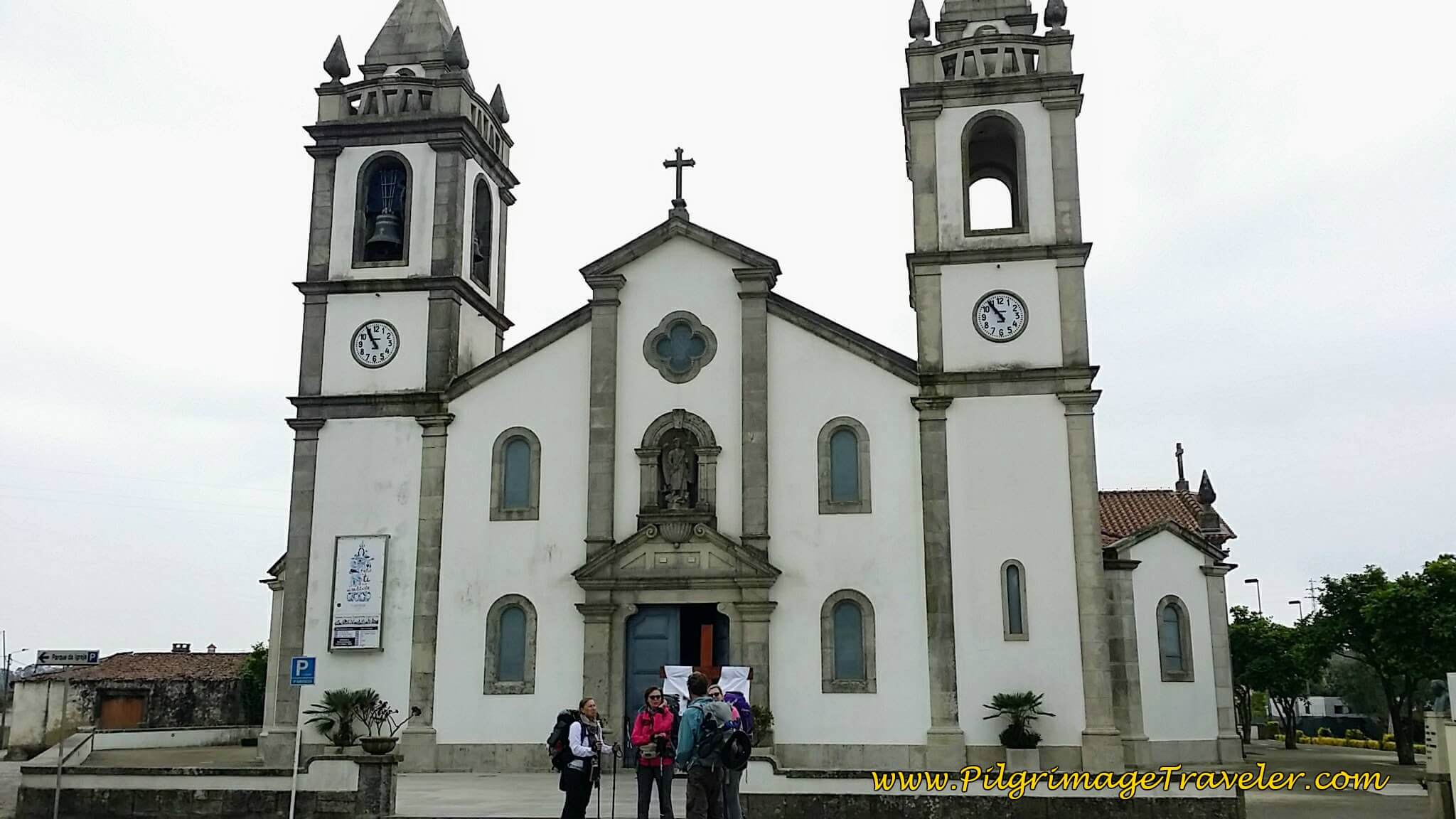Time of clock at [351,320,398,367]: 10:55
